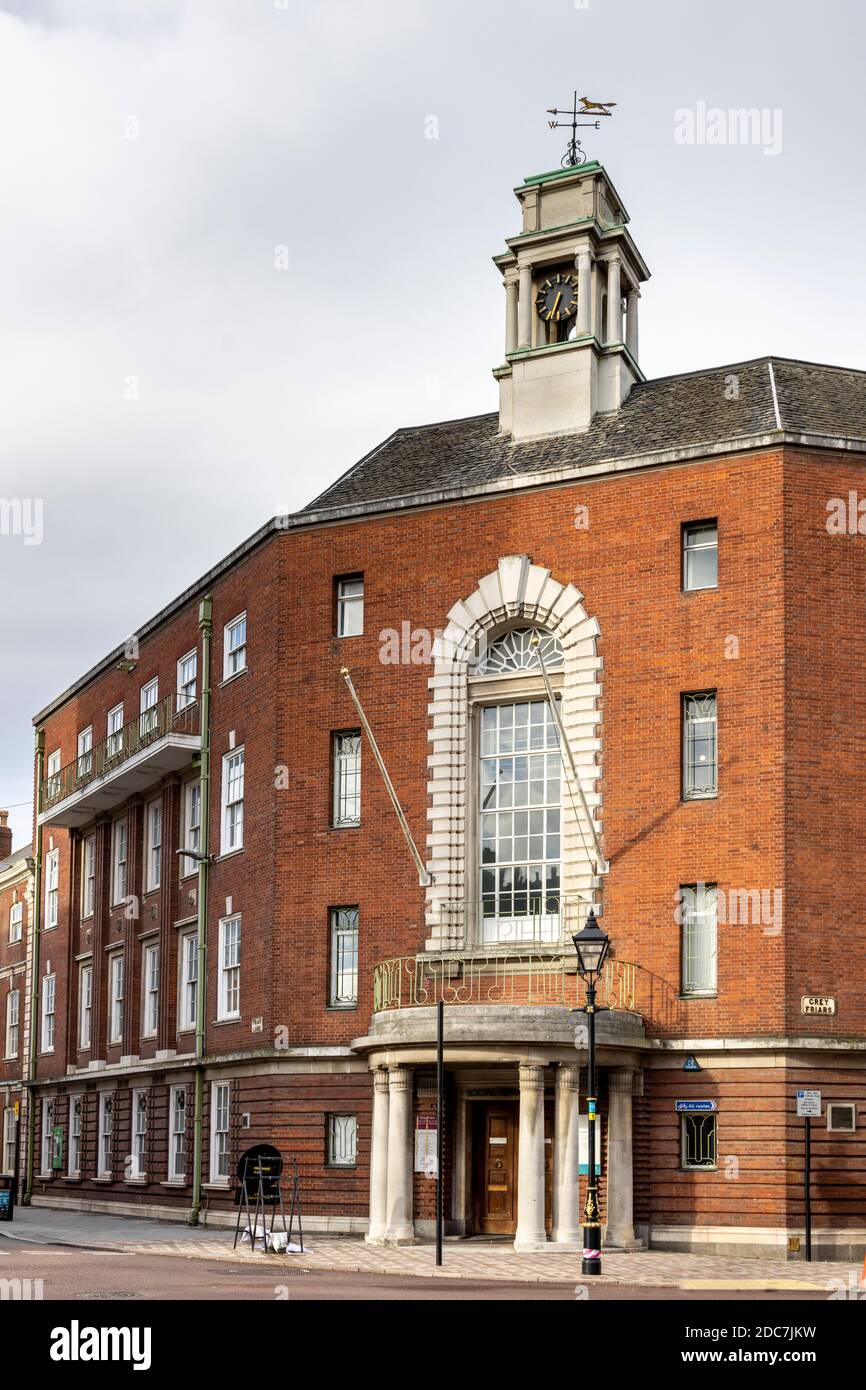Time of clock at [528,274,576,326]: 6:34
